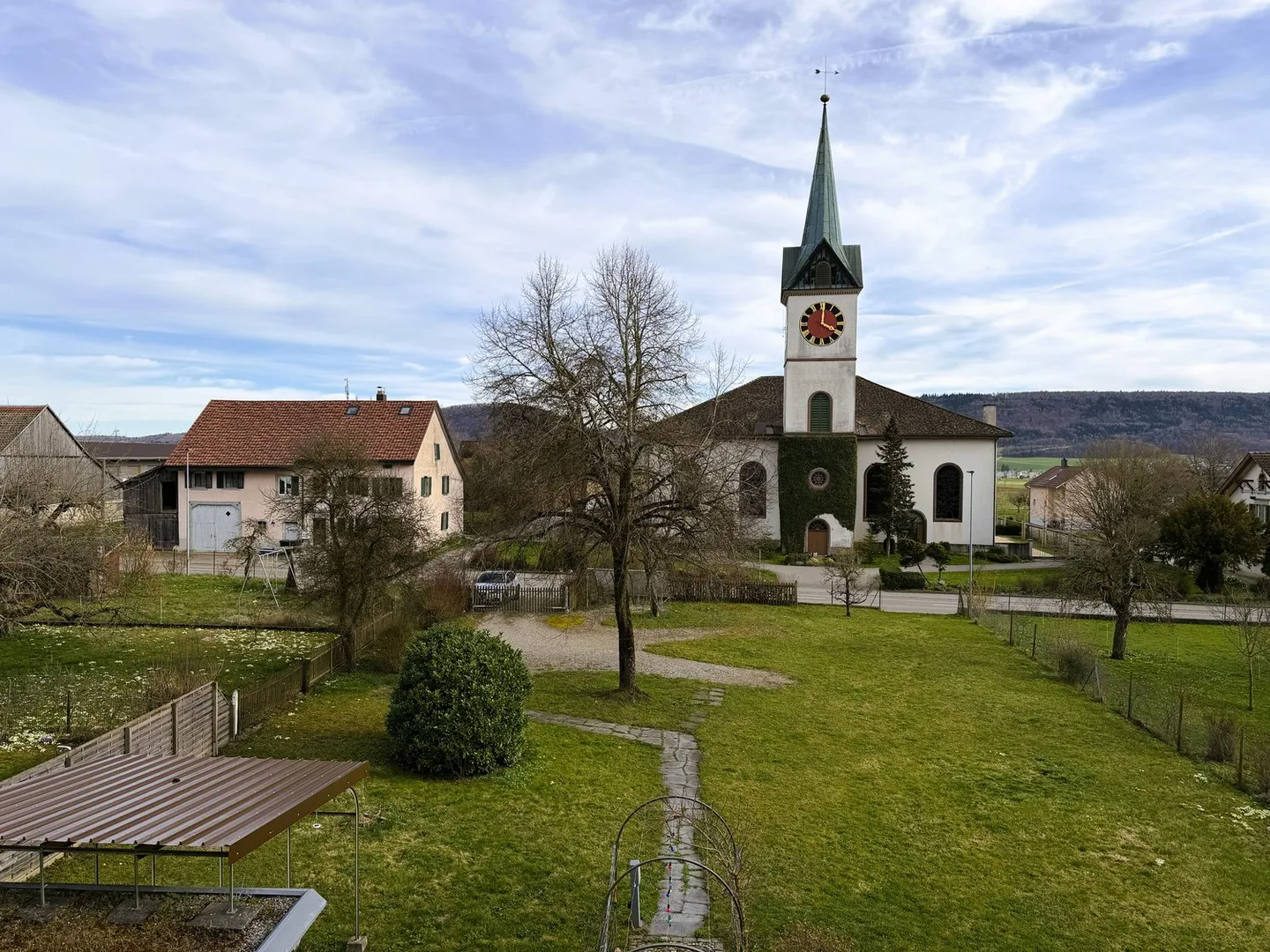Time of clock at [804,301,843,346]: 4:00
